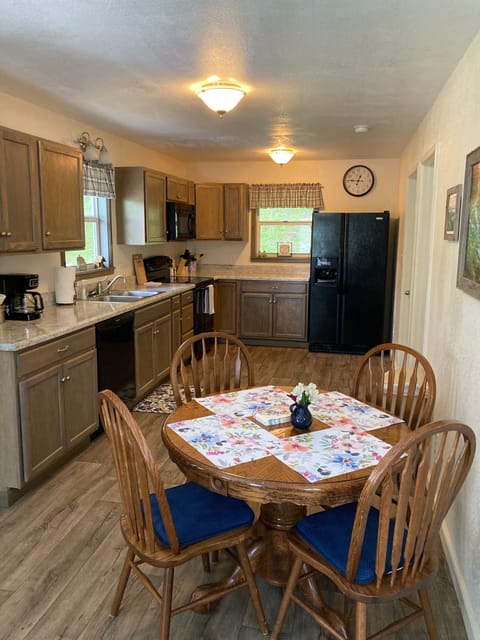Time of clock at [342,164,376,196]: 12:46
